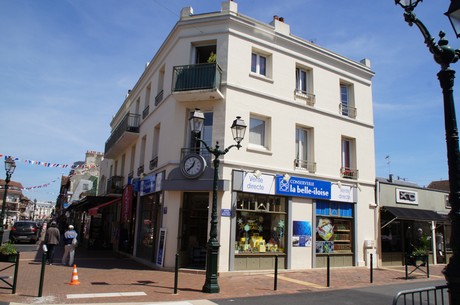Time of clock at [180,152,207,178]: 12:37
